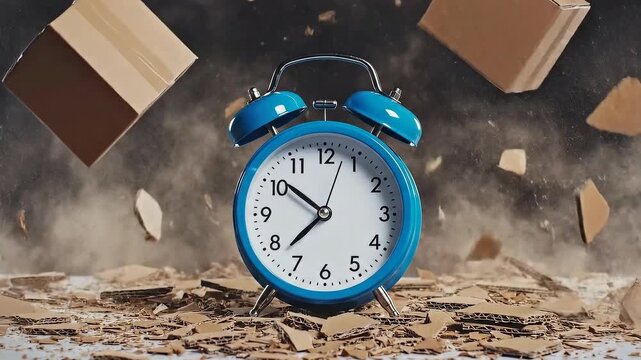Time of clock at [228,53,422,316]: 7:51
